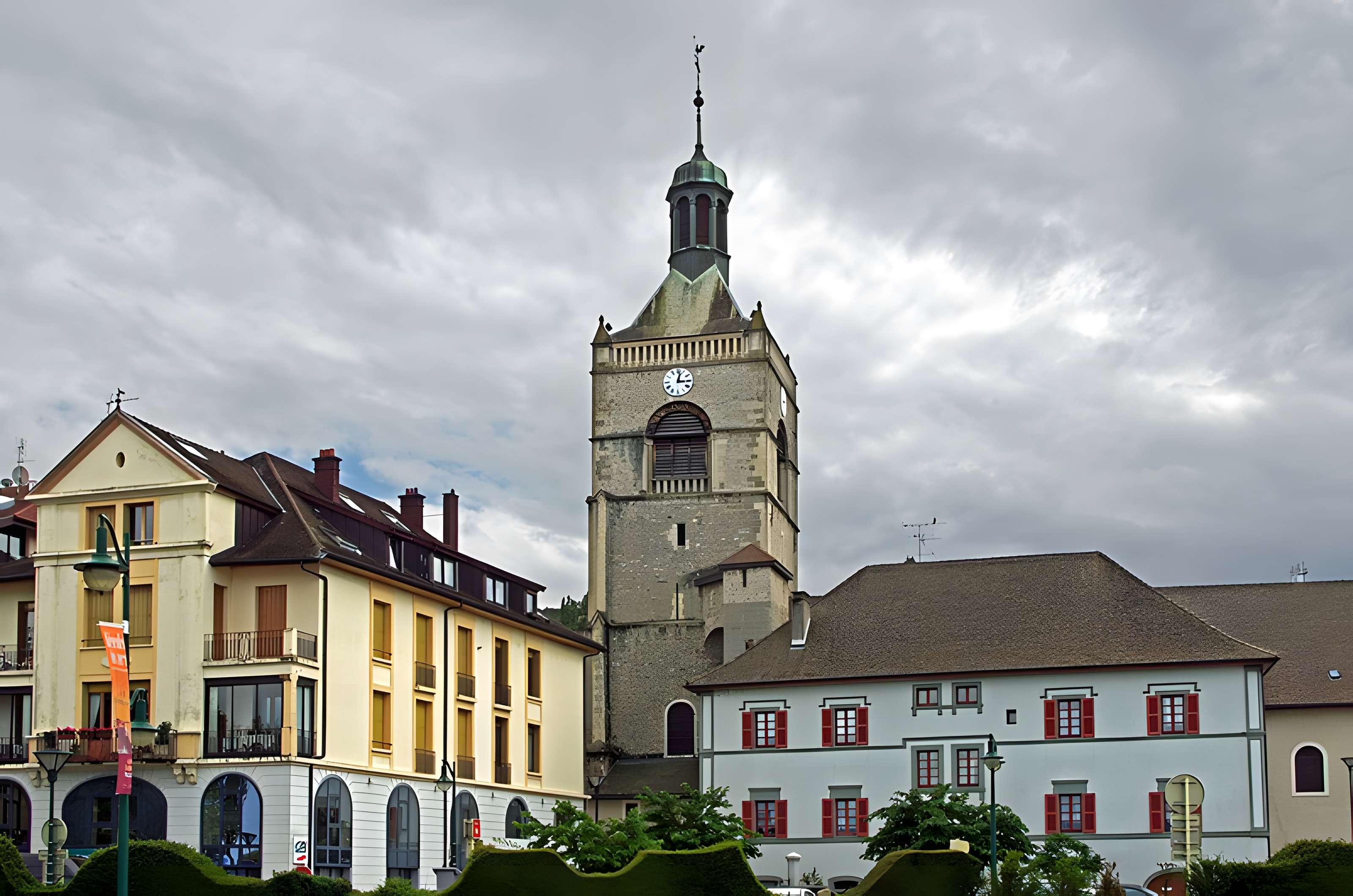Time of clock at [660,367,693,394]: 3:02
